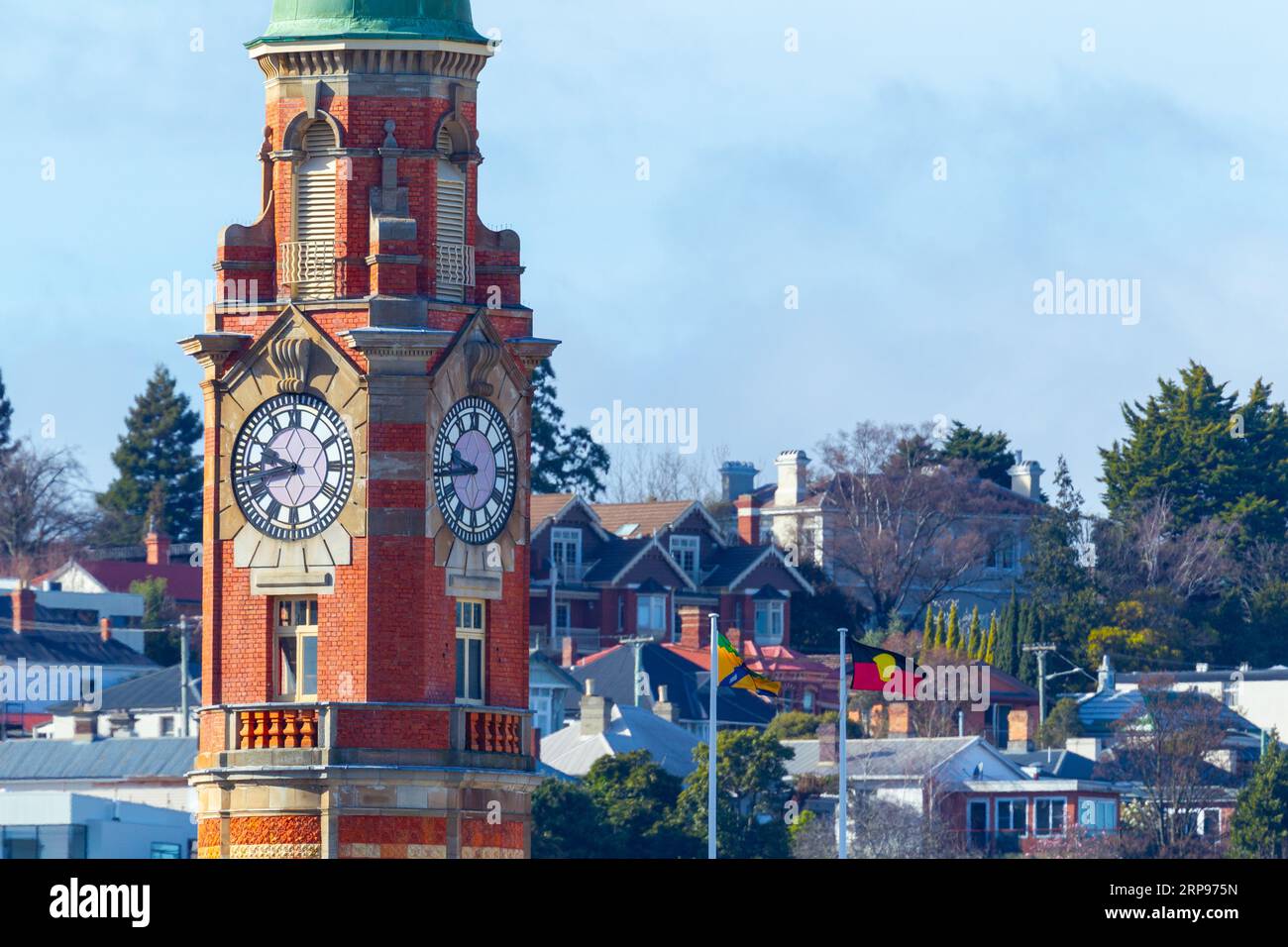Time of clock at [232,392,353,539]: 9:43
